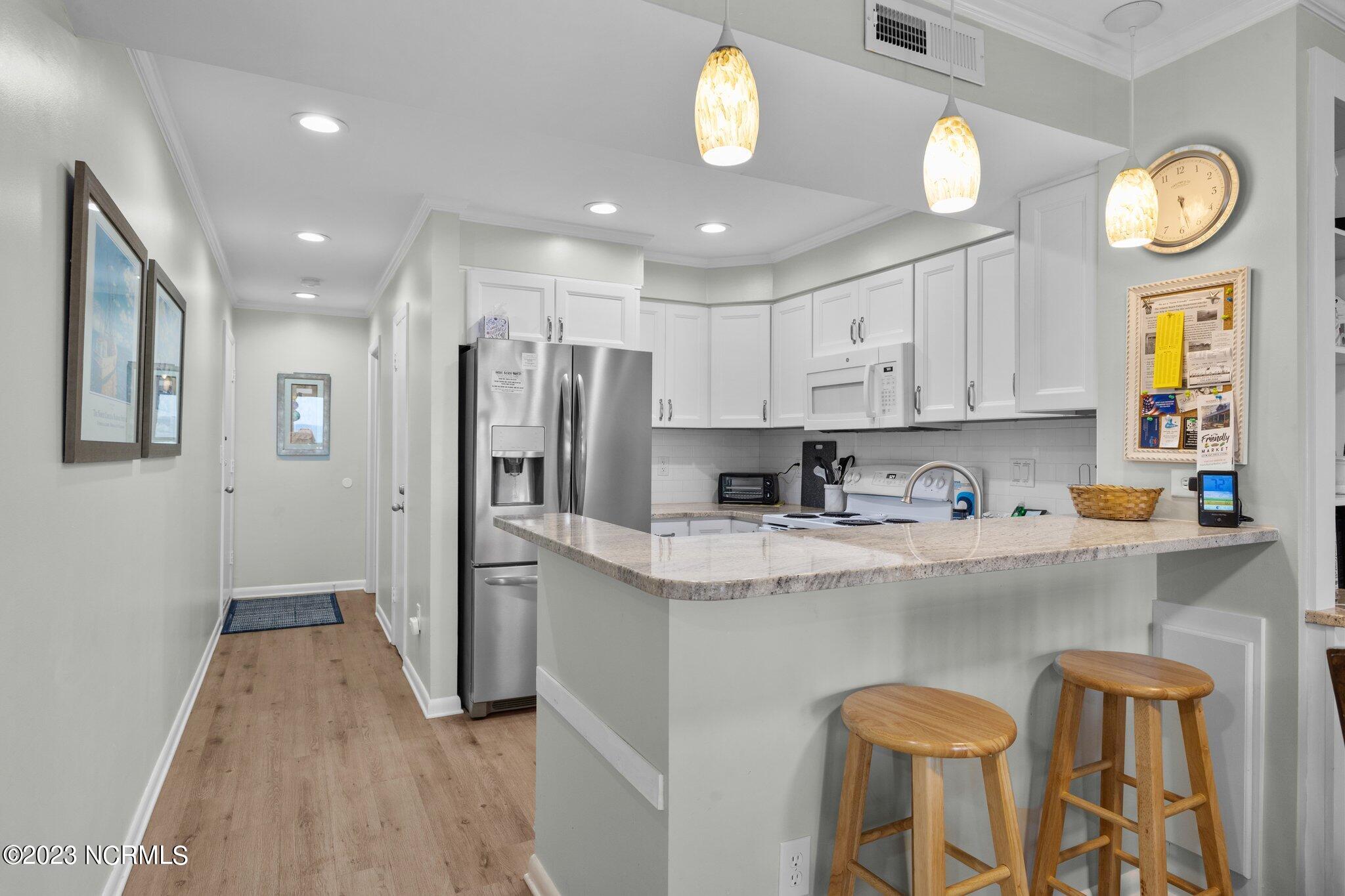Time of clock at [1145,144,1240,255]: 5:28
